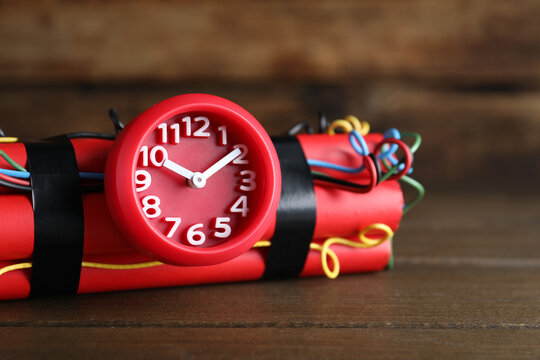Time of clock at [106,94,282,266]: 10:09
